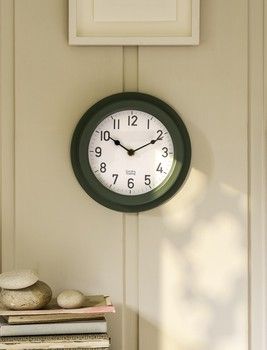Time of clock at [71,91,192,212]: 10:10
